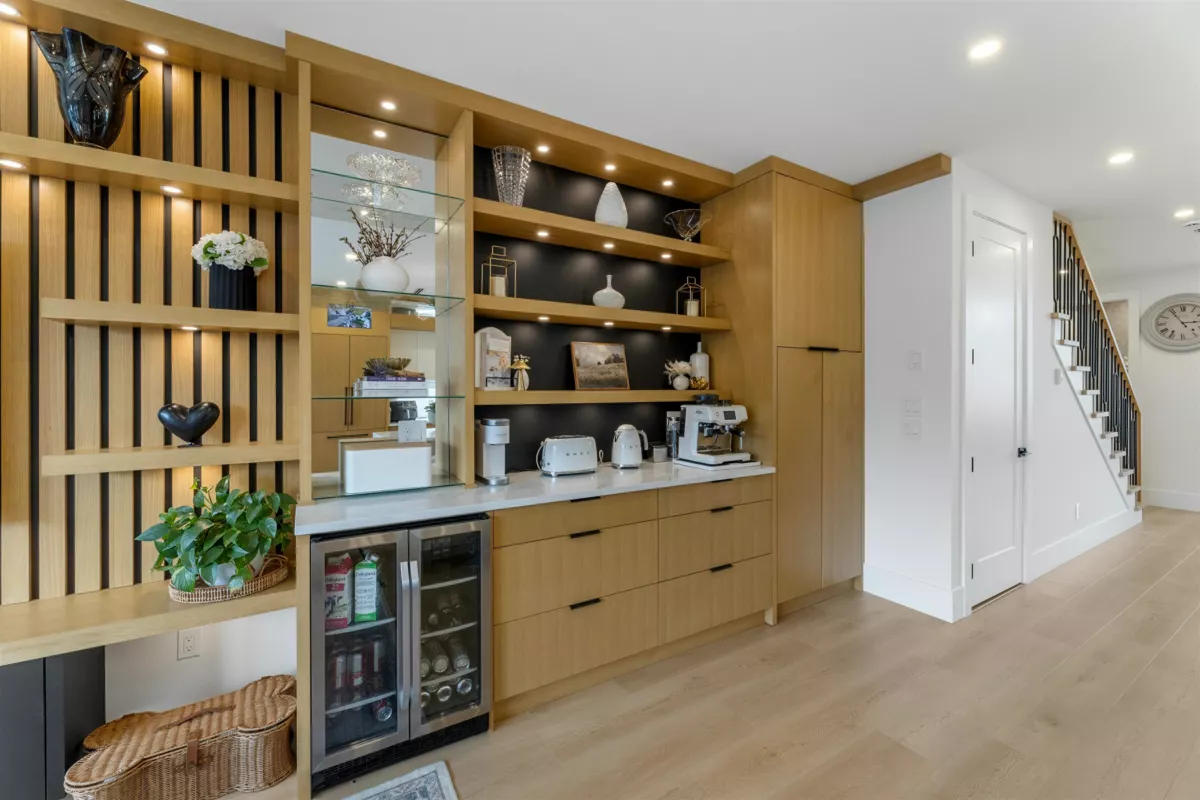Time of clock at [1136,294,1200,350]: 2:54
